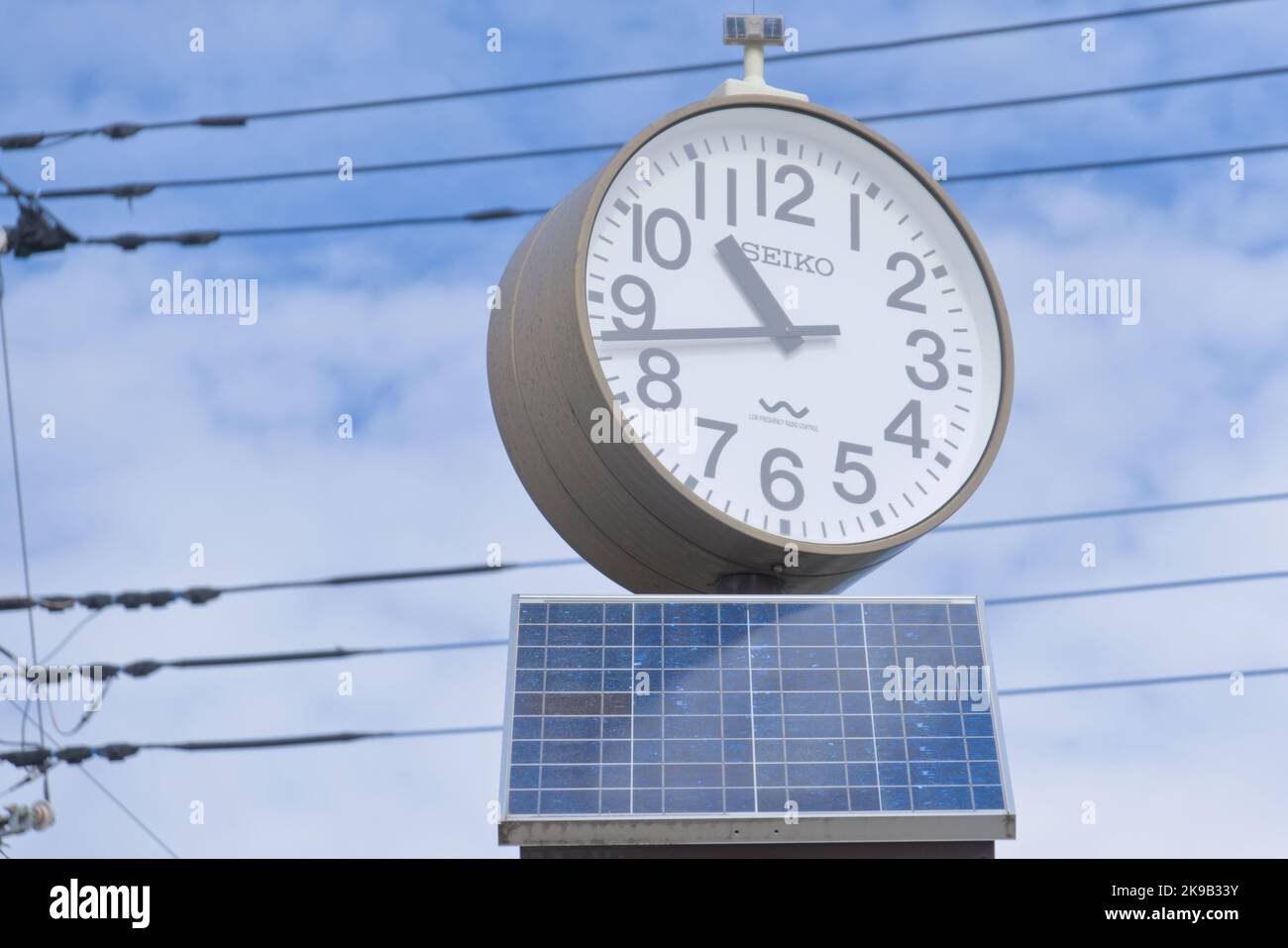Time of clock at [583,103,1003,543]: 10:43
